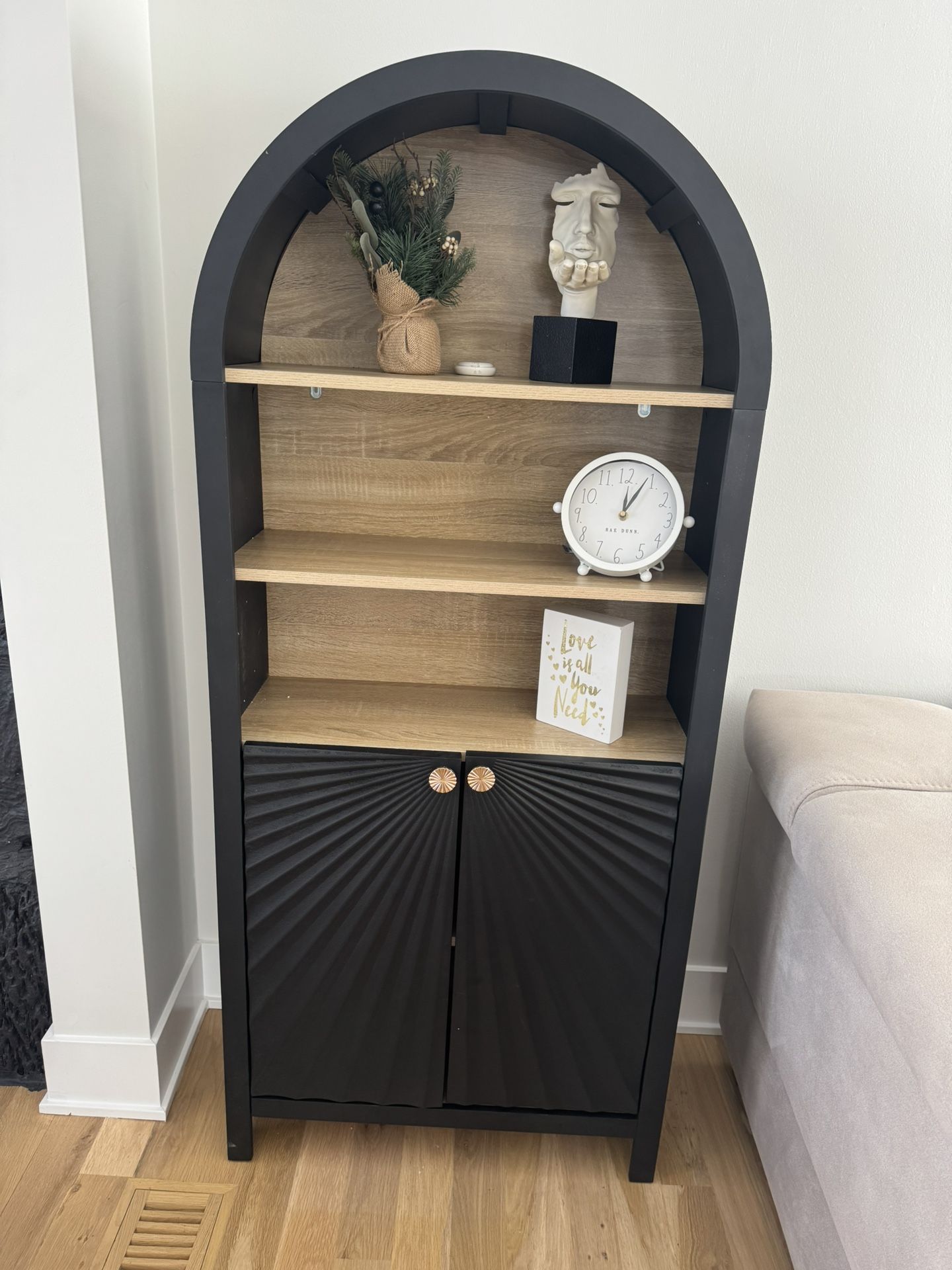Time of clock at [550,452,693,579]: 12:04
